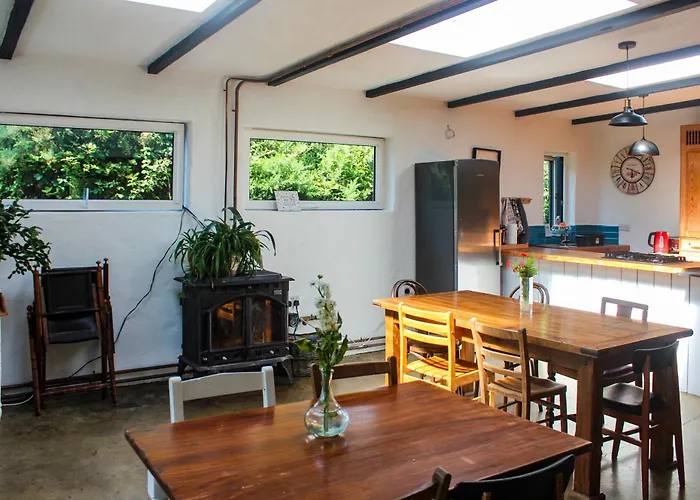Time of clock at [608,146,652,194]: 6:18
